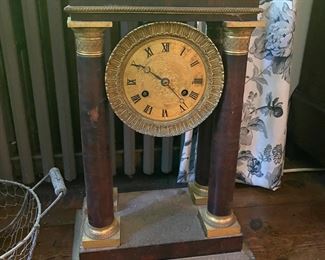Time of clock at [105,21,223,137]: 10:22
